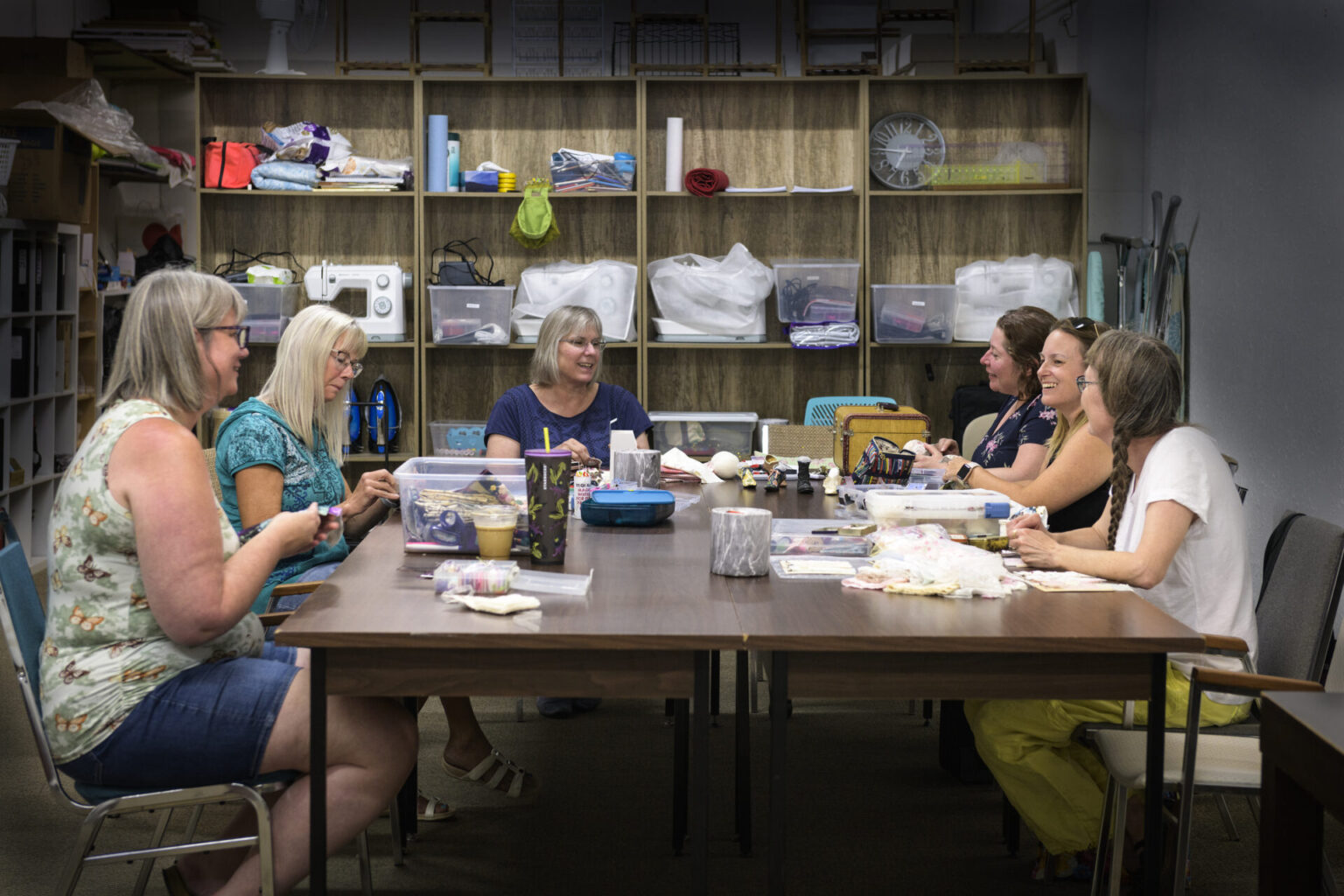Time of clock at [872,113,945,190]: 6:46
